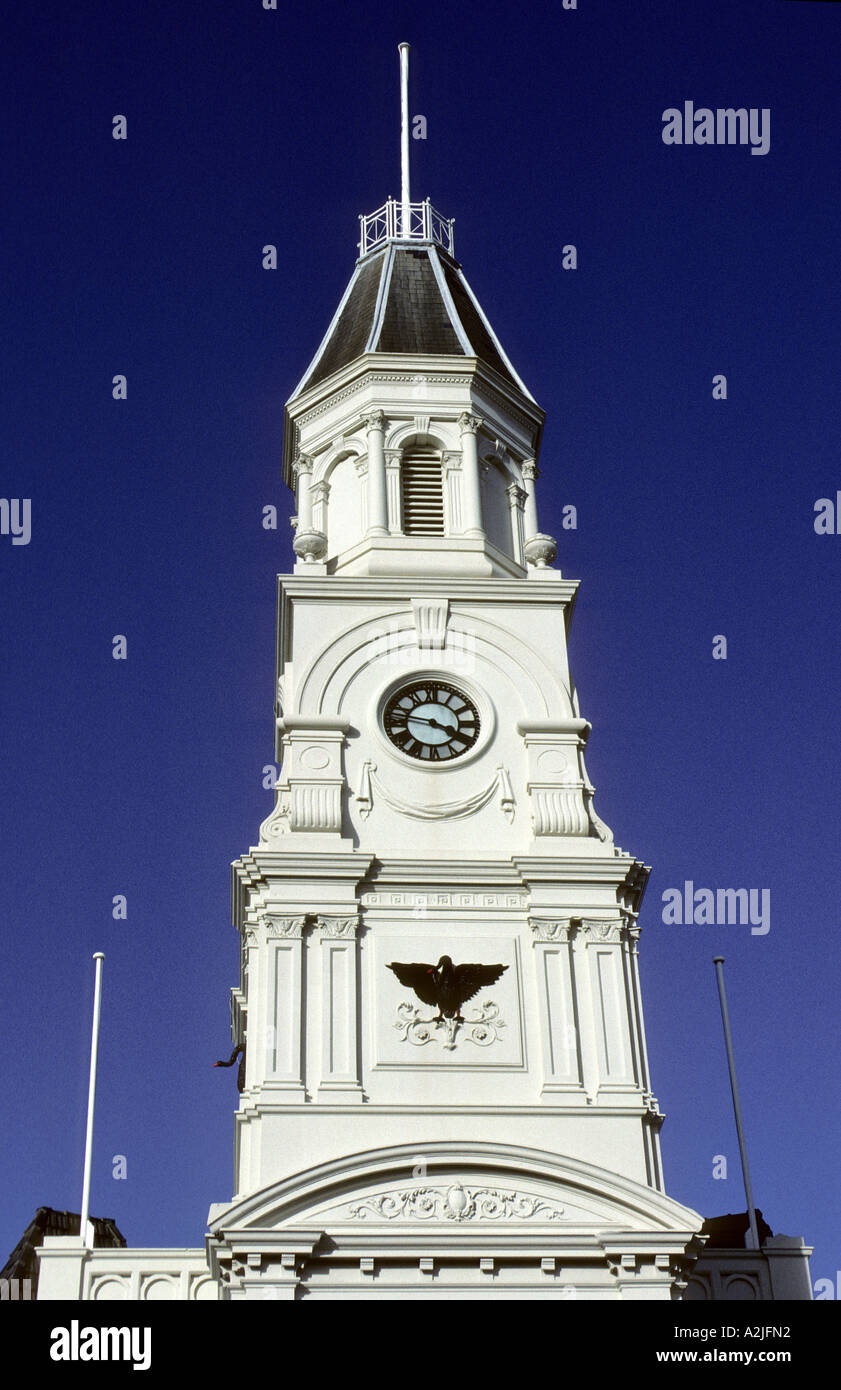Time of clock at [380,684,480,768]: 3:46
